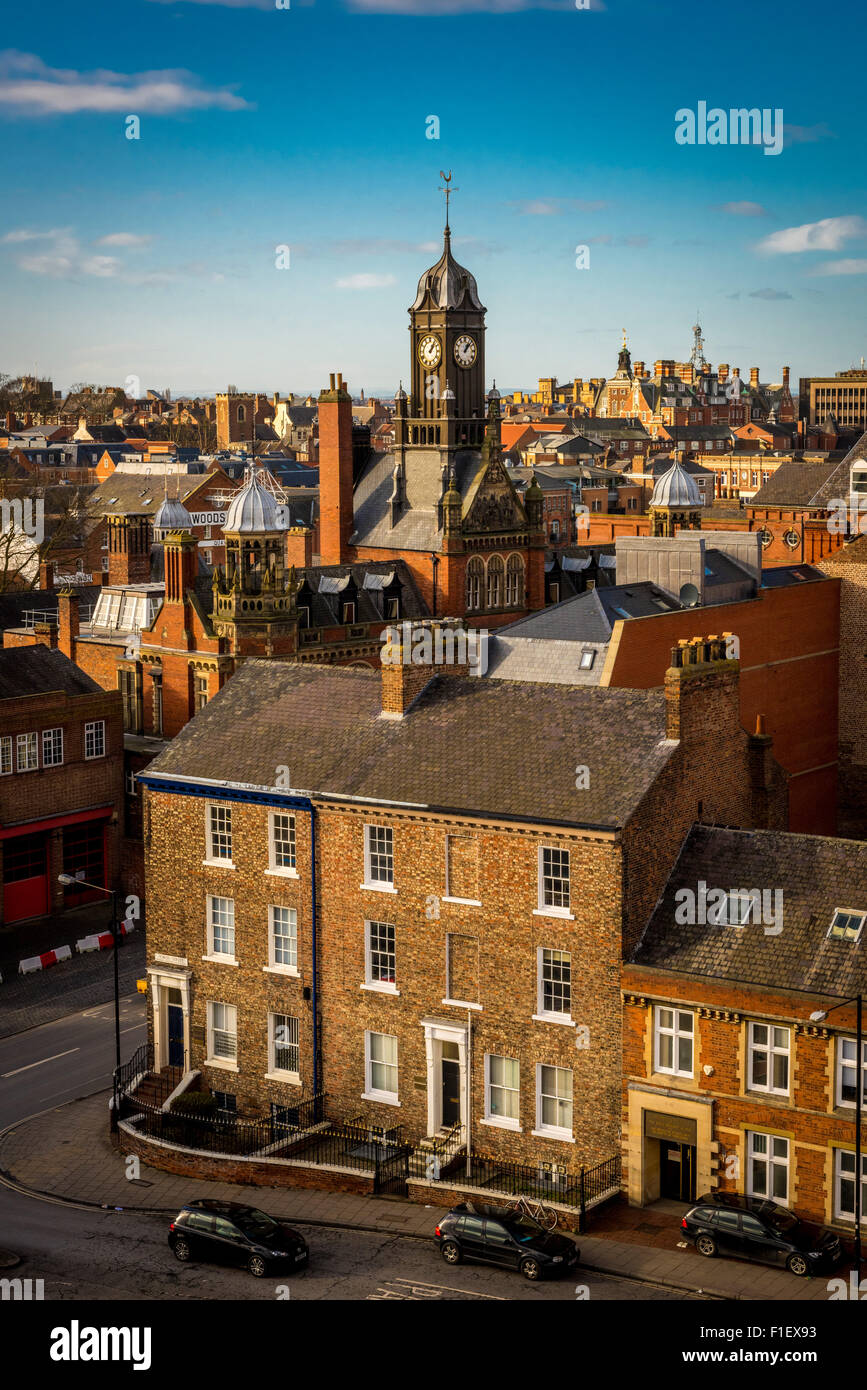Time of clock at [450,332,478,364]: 1:07
